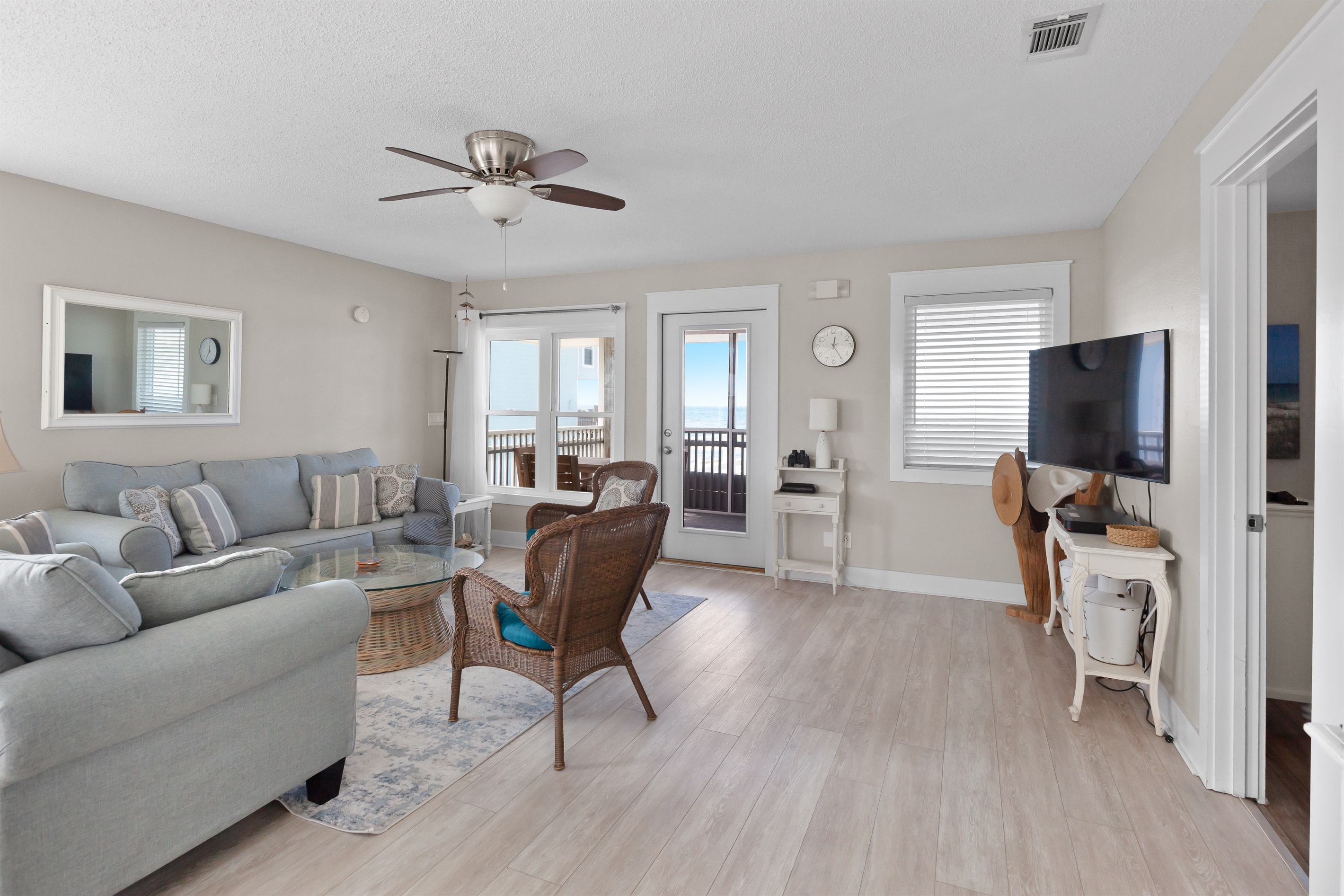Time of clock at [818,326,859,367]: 12:24
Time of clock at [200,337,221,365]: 11:35
